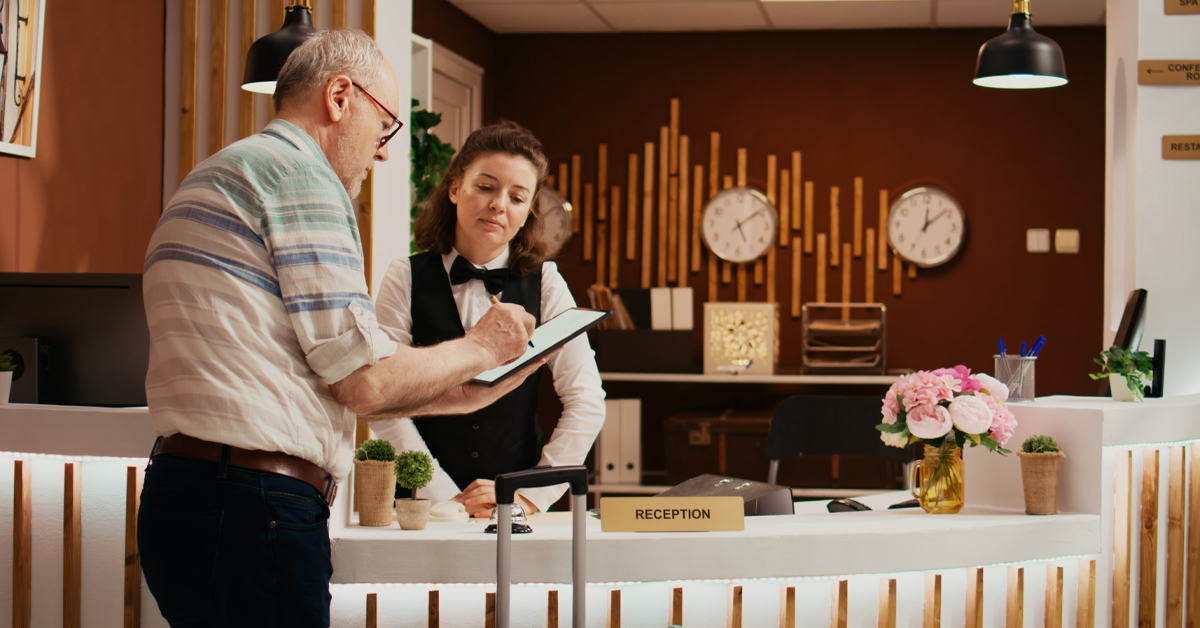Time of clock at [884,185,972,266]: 12:08
